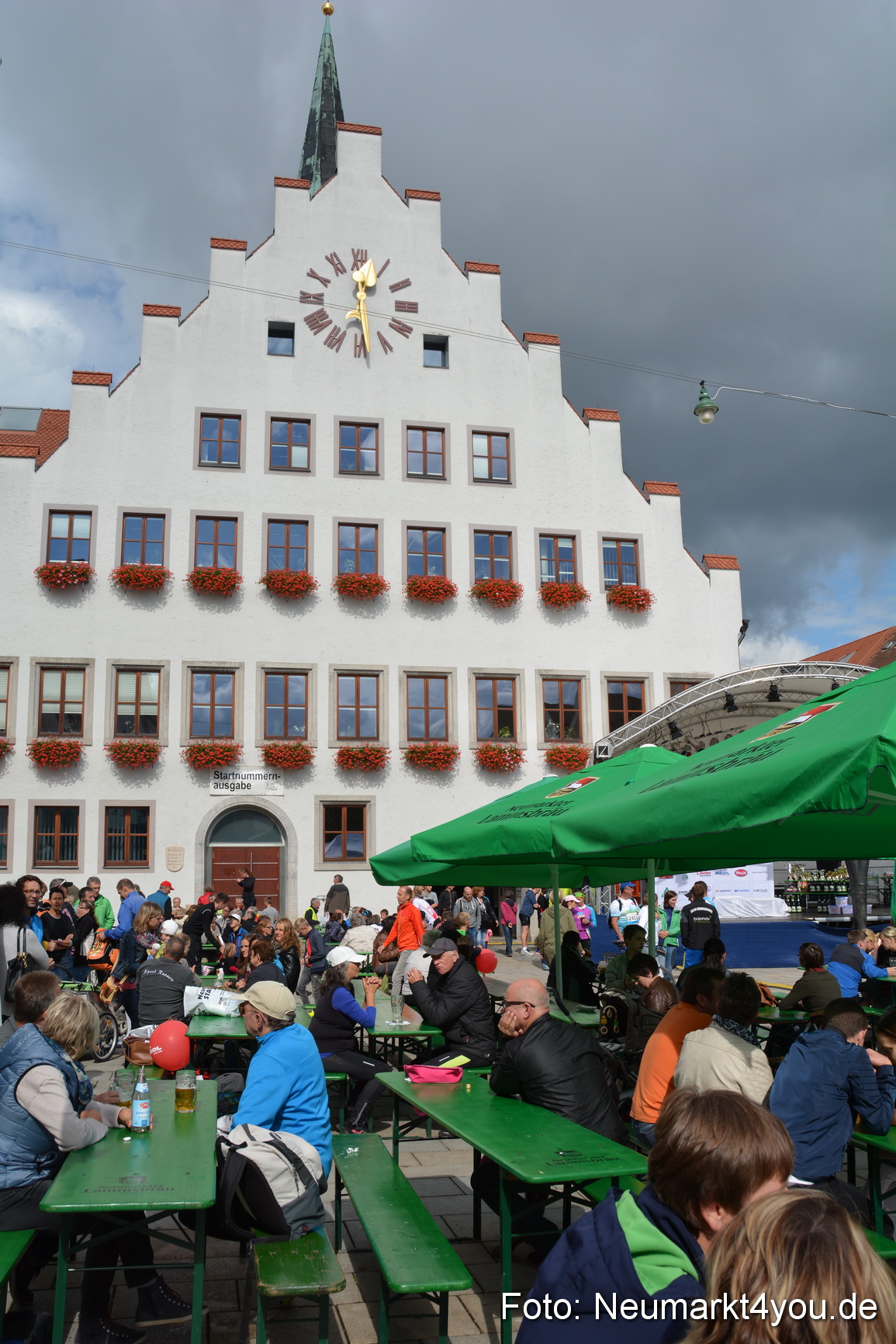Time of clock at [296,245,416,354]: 12:28
